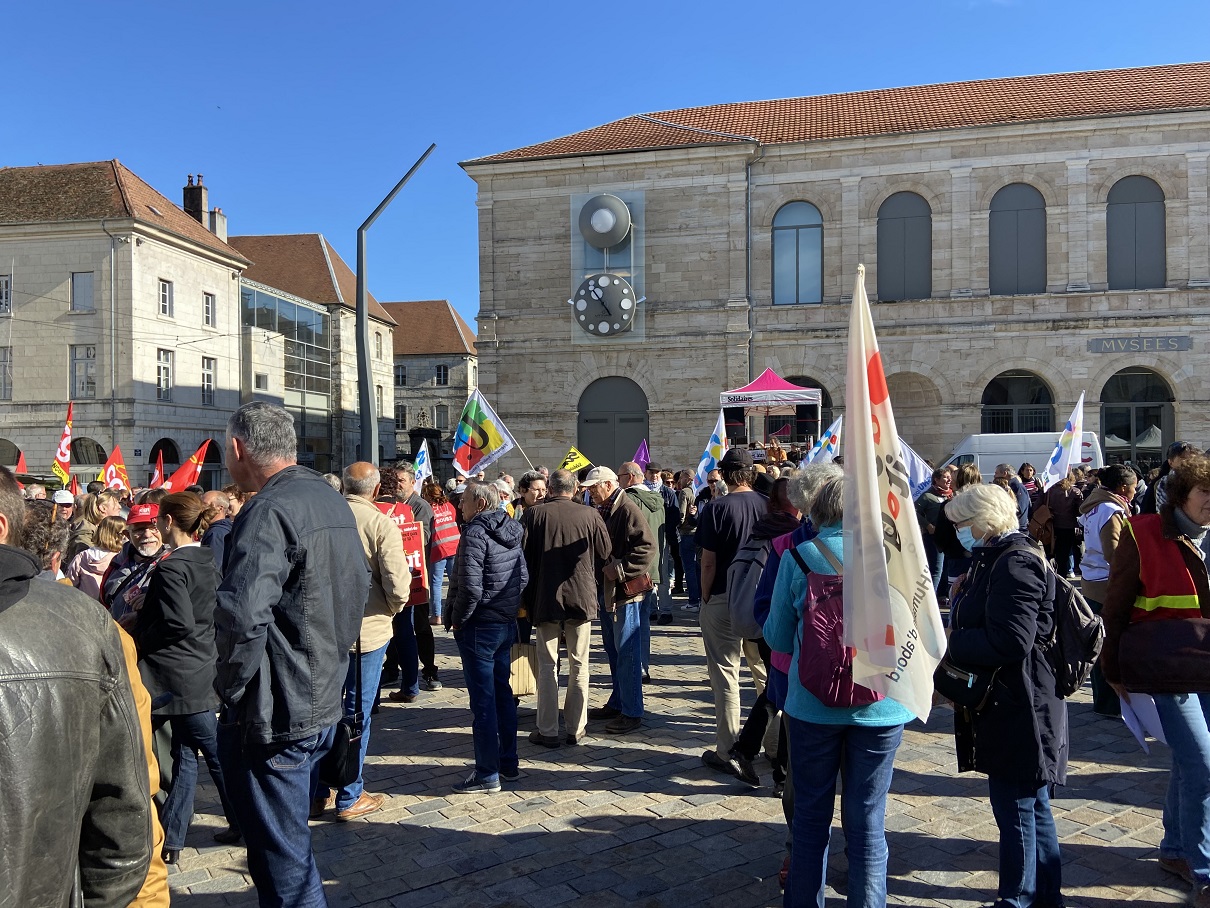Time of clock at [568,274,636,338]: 4:53
